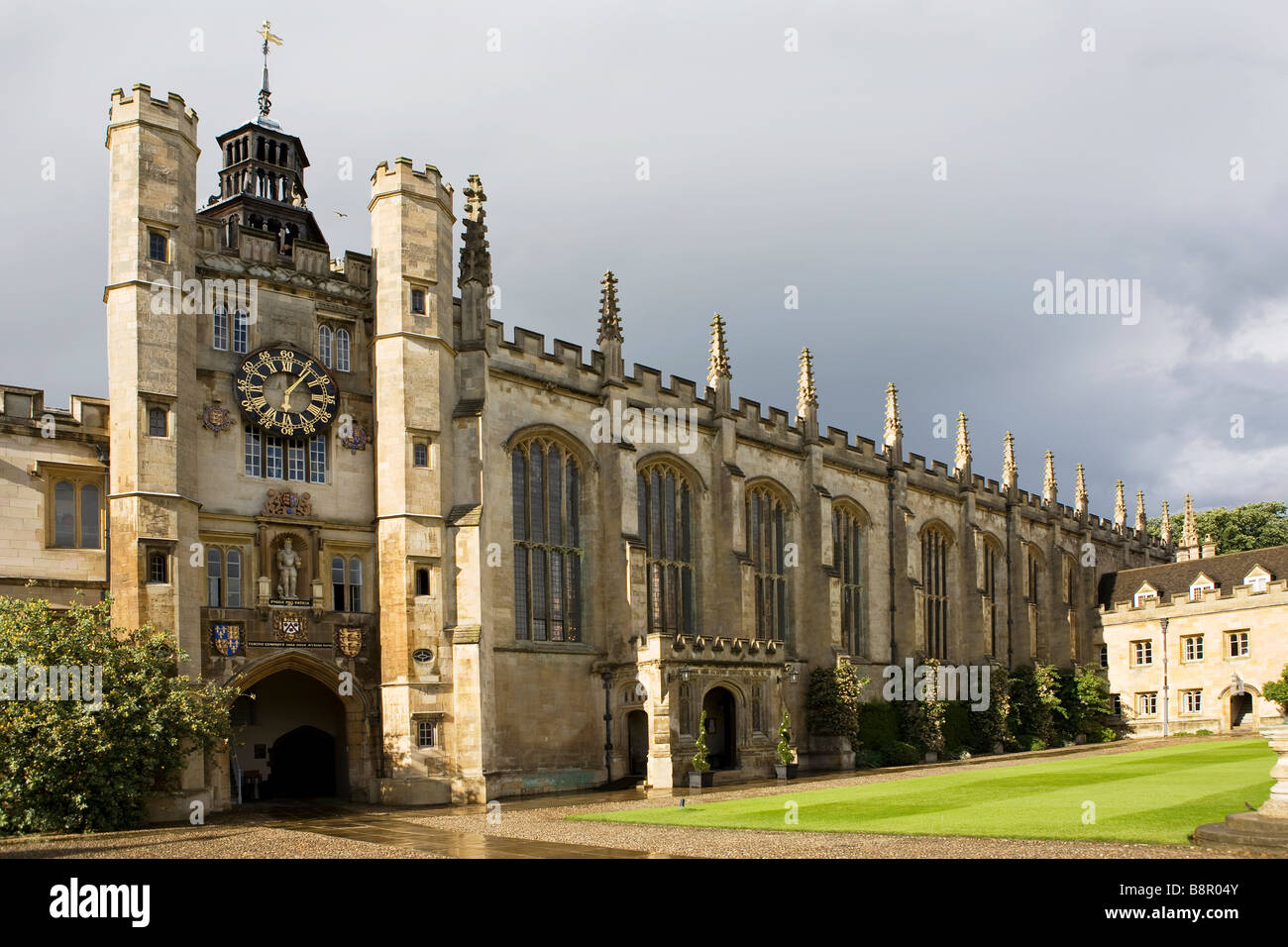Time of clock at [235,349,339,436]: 6:06
